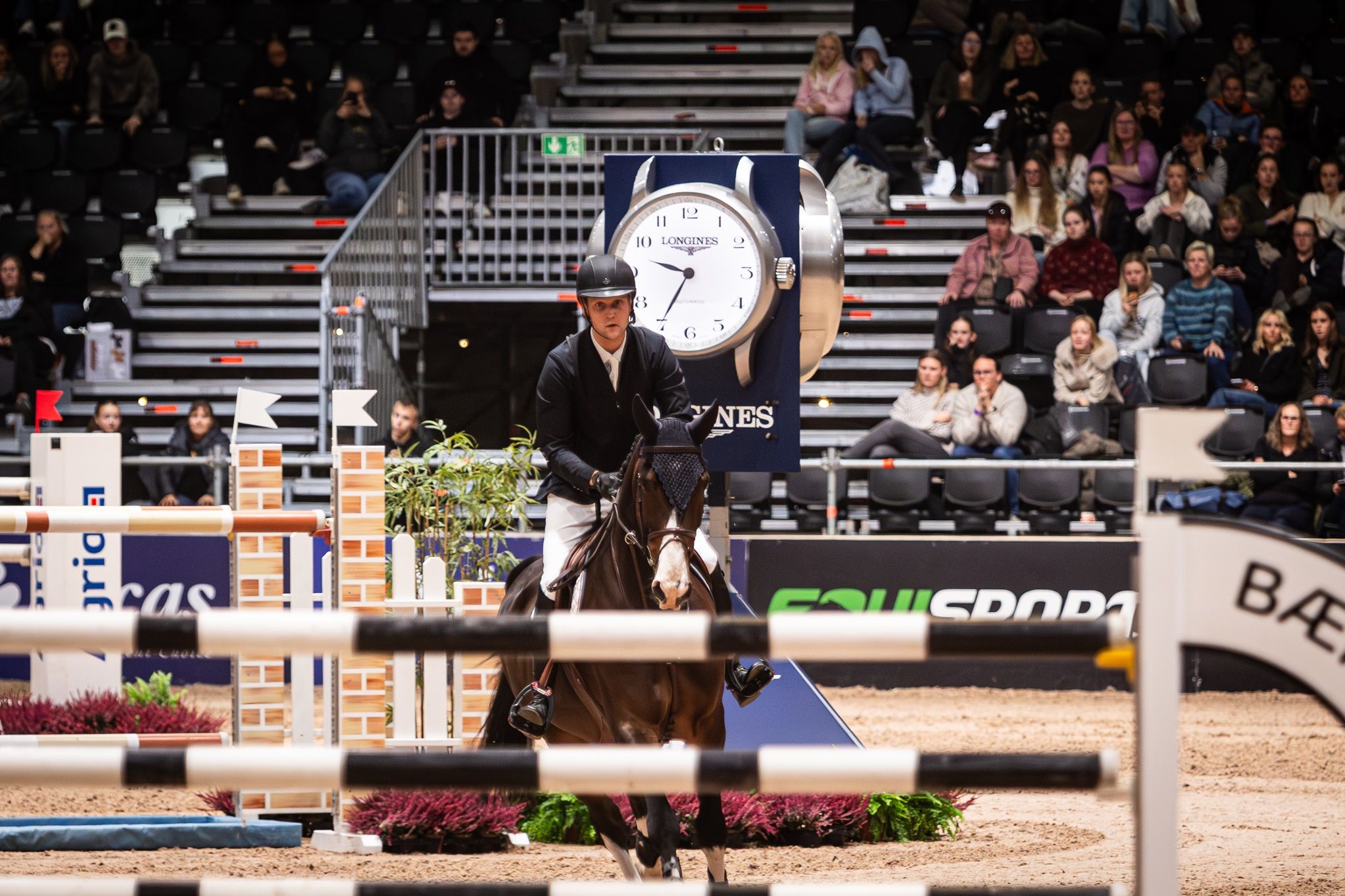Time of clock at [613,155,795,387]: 9:34
